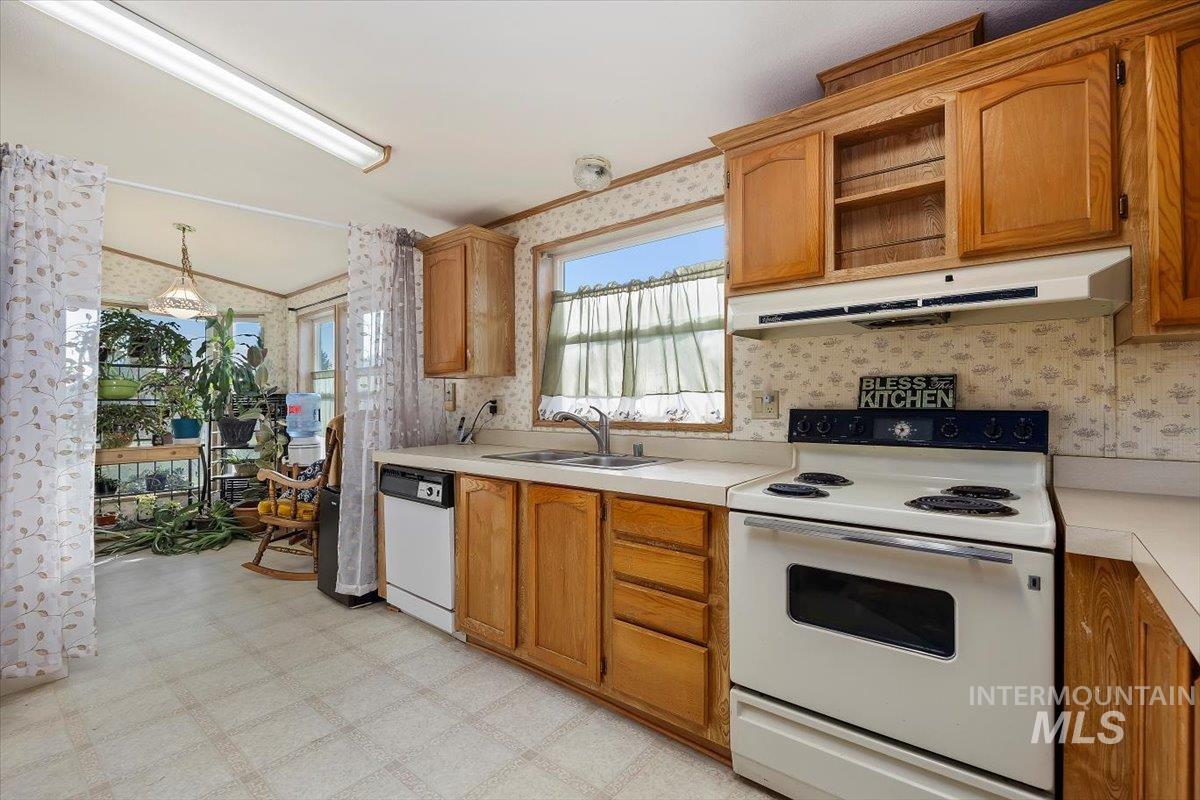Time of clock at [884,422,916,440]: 9:35
